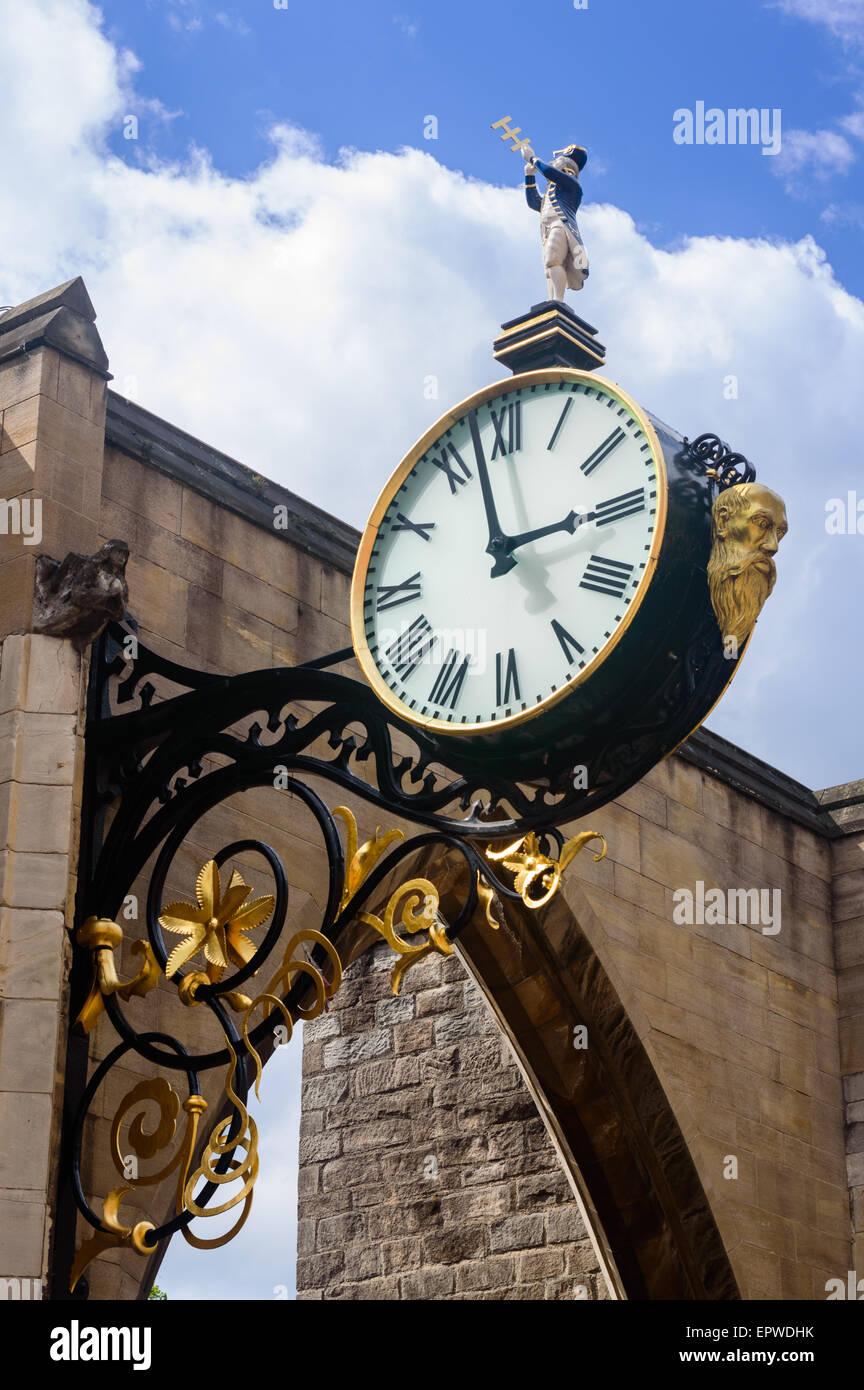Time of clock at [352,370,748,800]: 2:57
